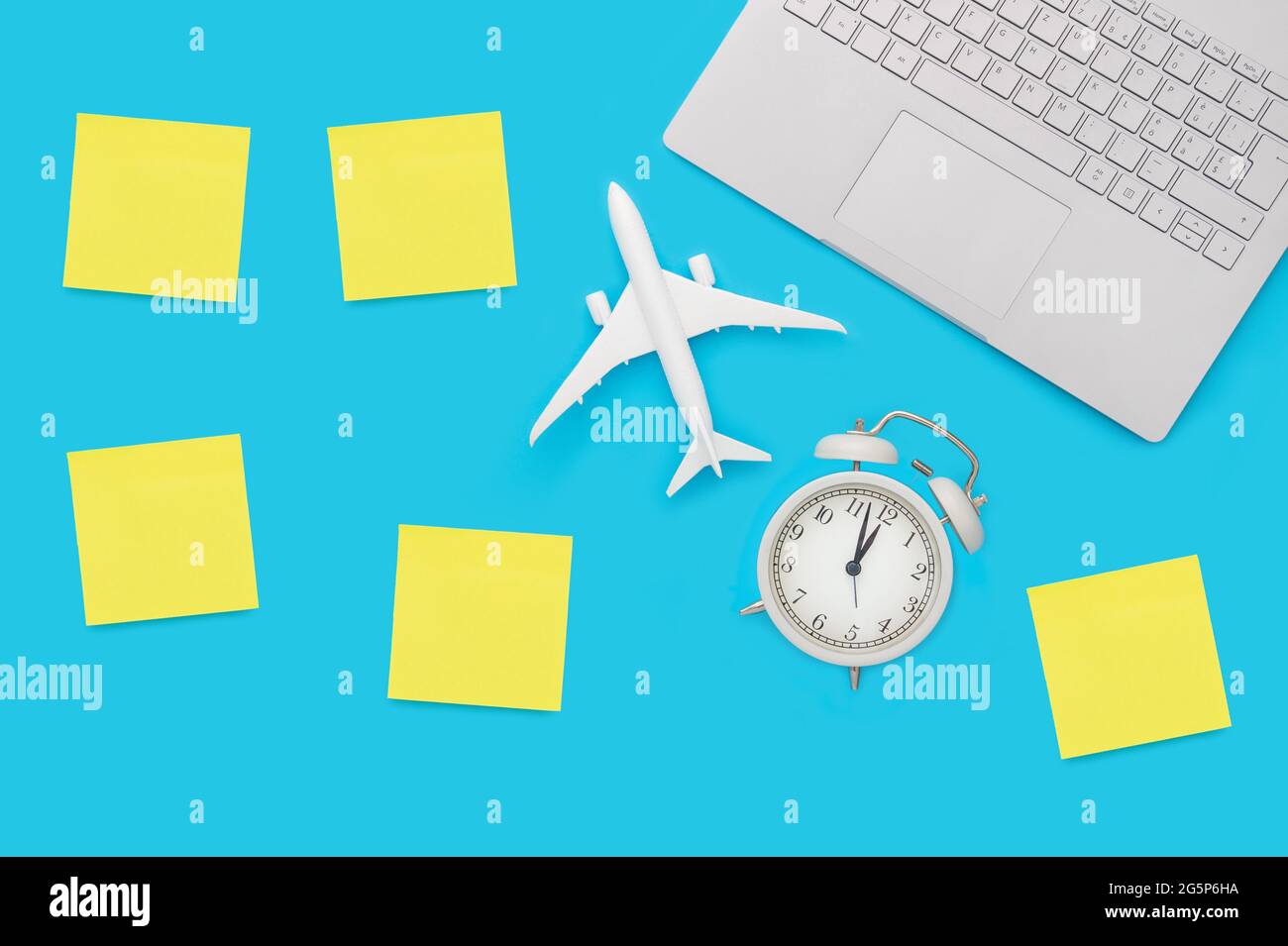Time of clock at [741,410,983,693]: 1:02
